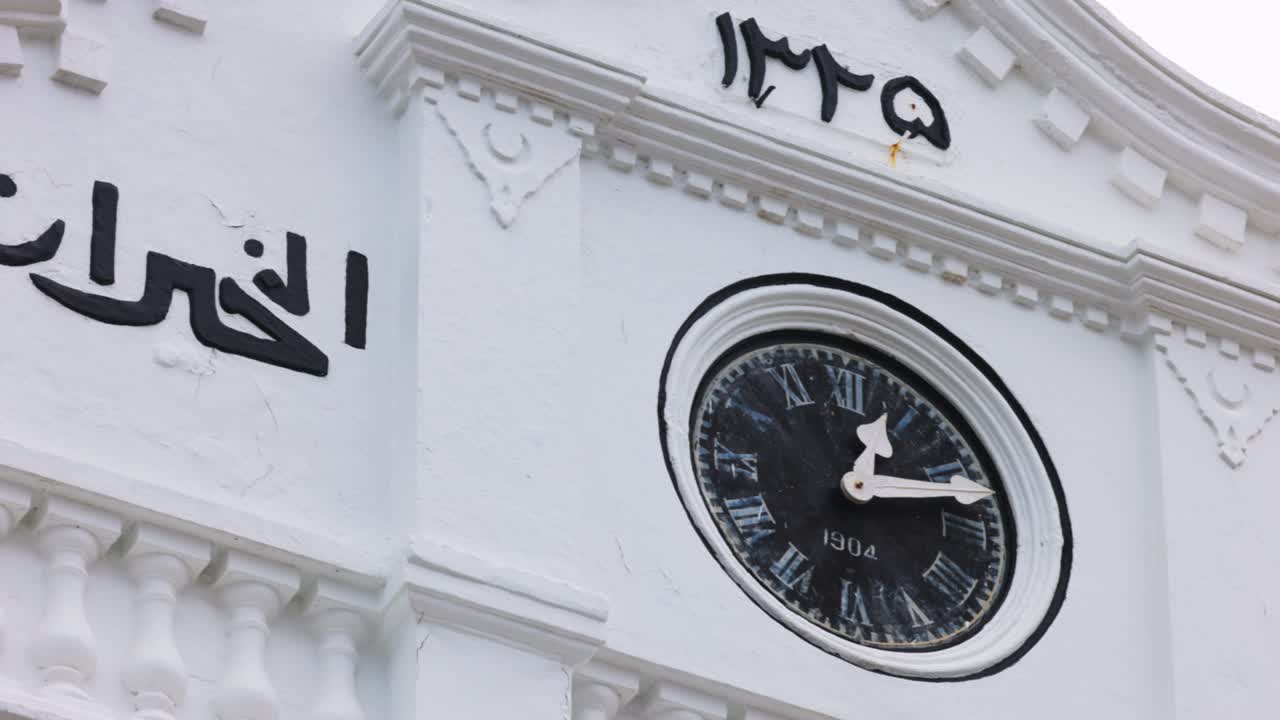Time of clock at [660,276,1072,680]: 1:12
